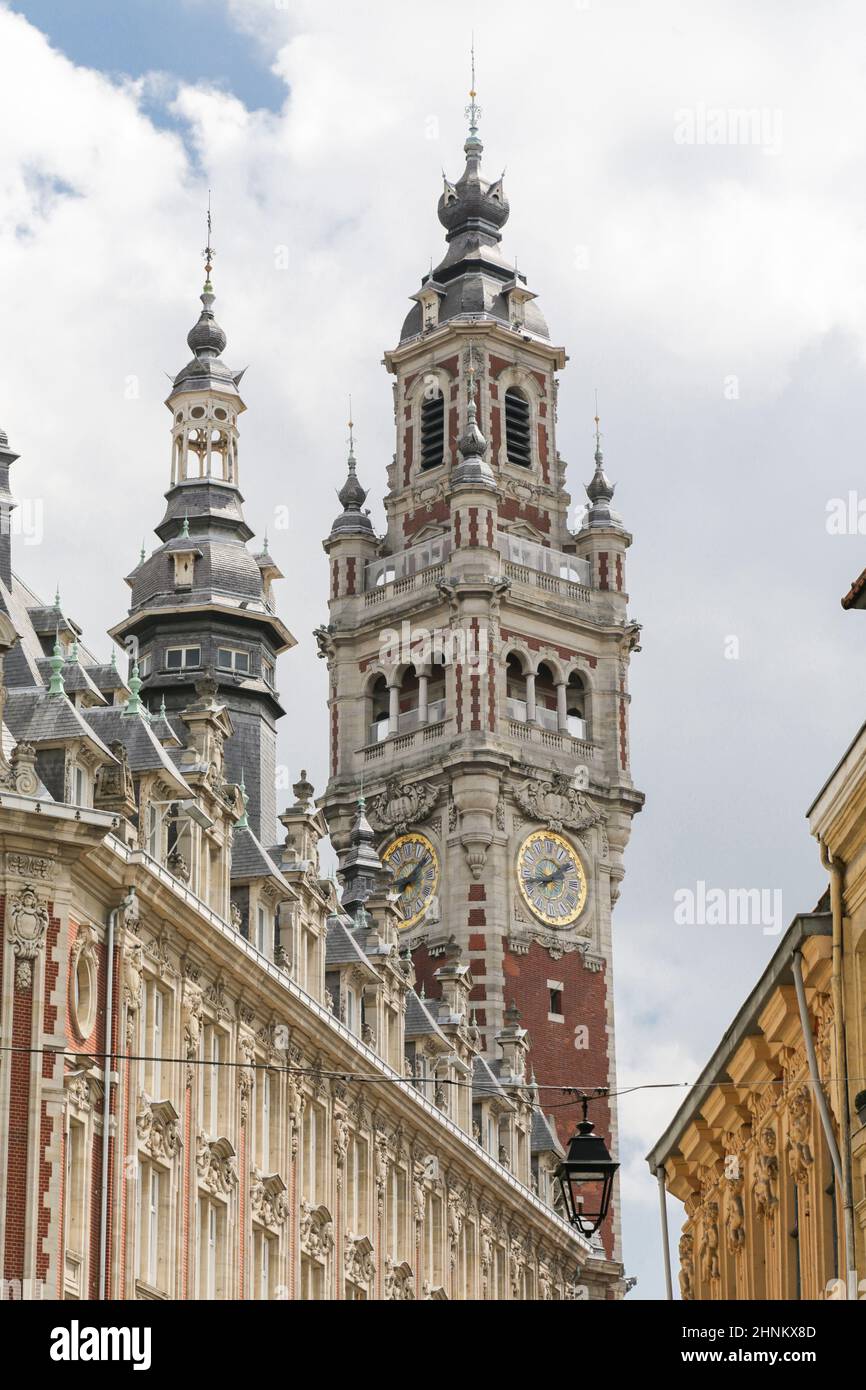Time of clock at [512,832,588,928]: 1:42
